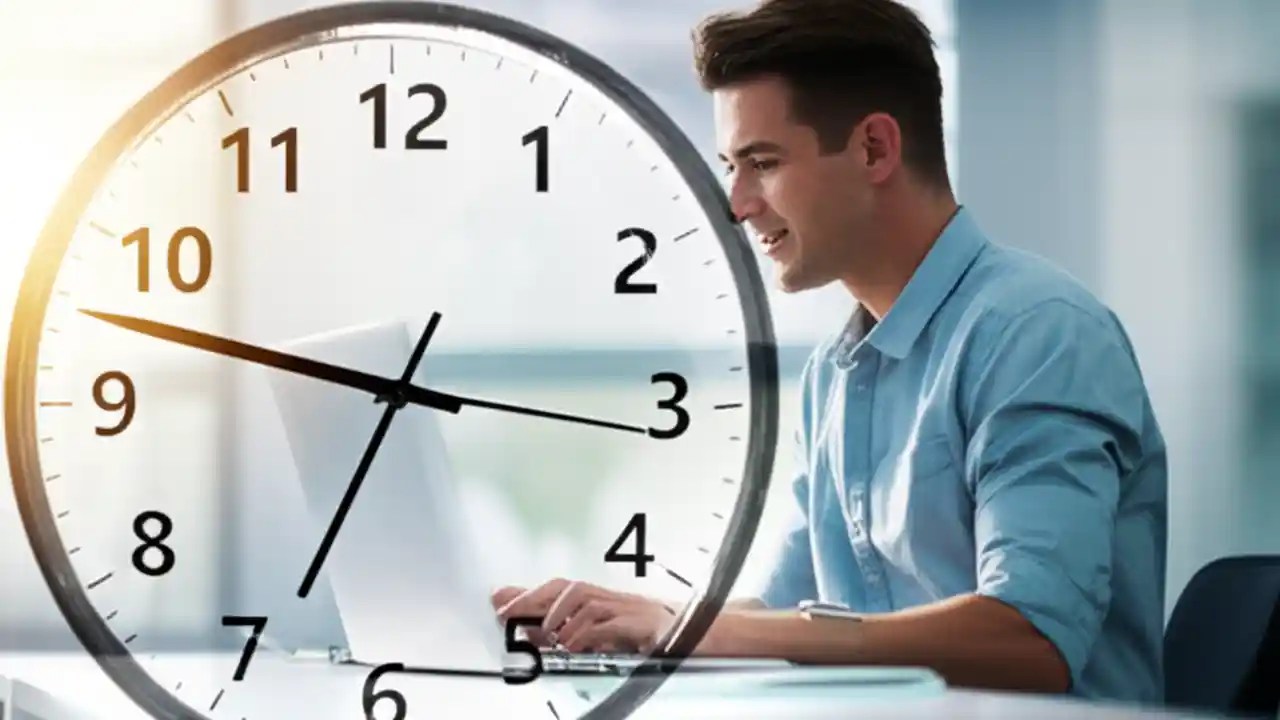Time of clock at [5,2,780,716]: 6:47
